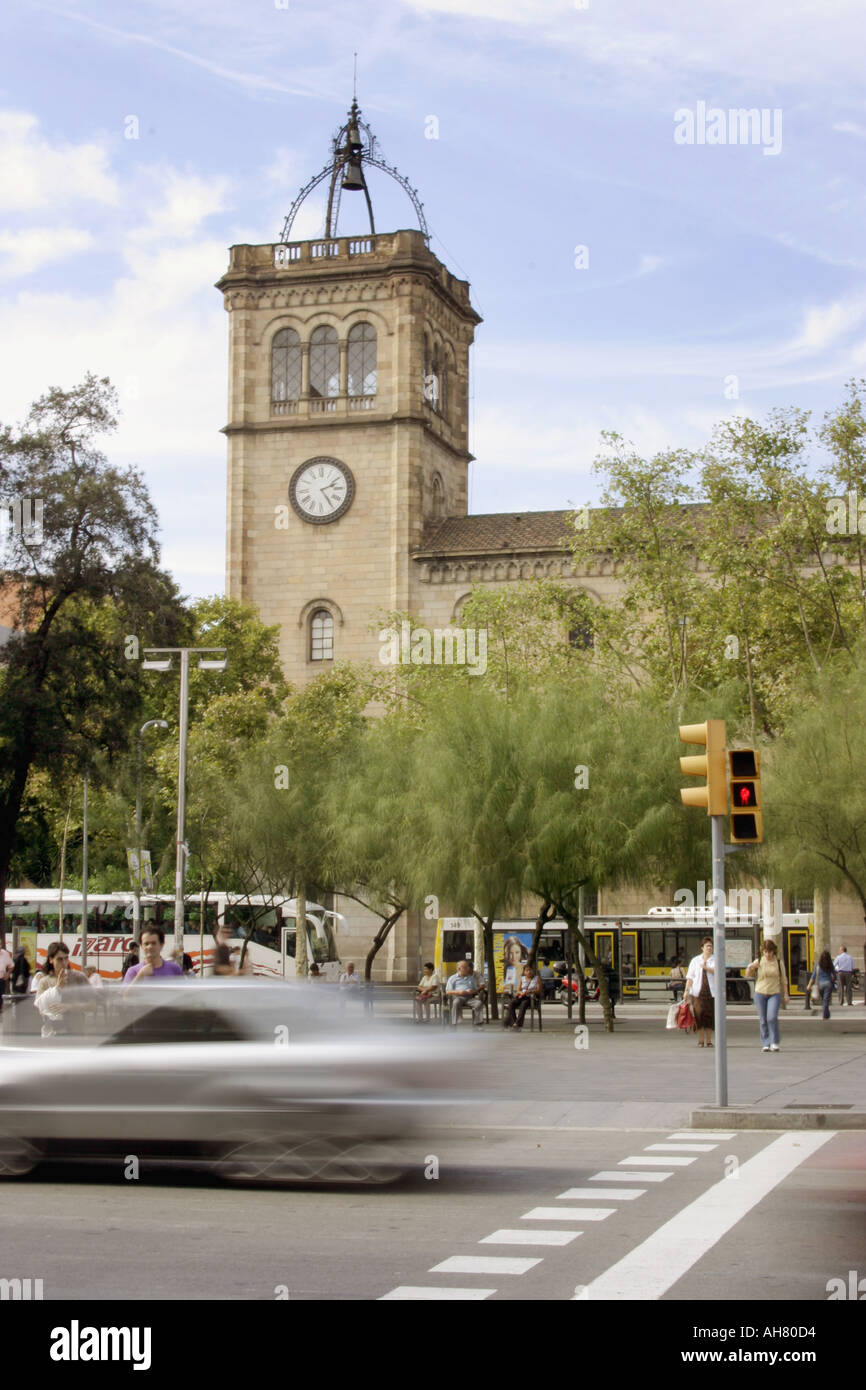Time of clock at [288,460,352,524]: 2:24
